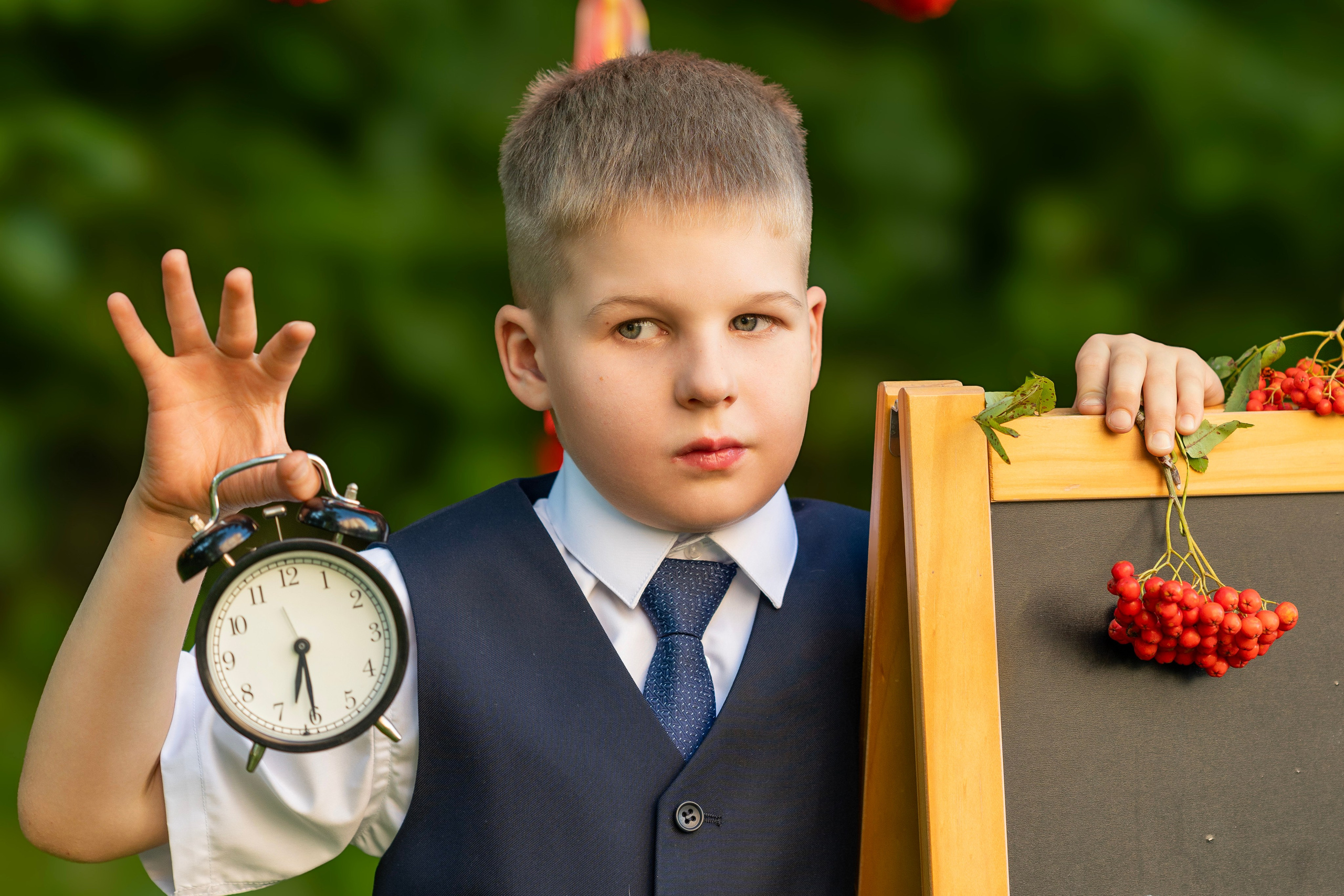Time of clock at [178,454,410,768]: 6:29
